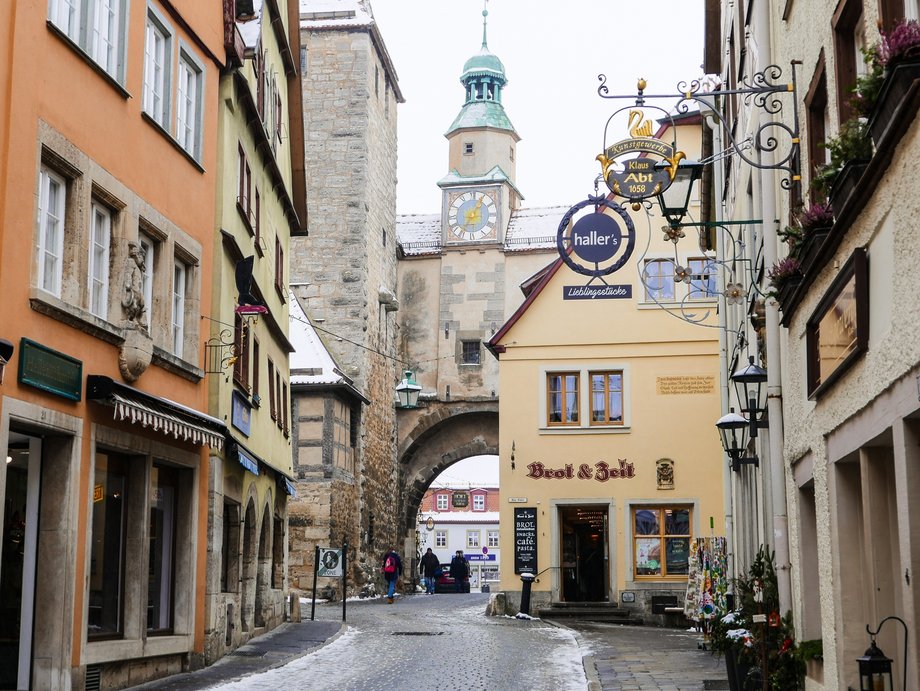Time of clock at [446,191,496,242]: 7:04
